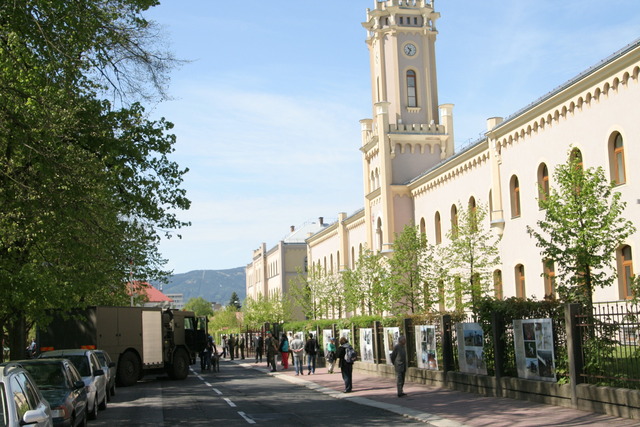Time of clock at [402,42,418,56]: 10:34
